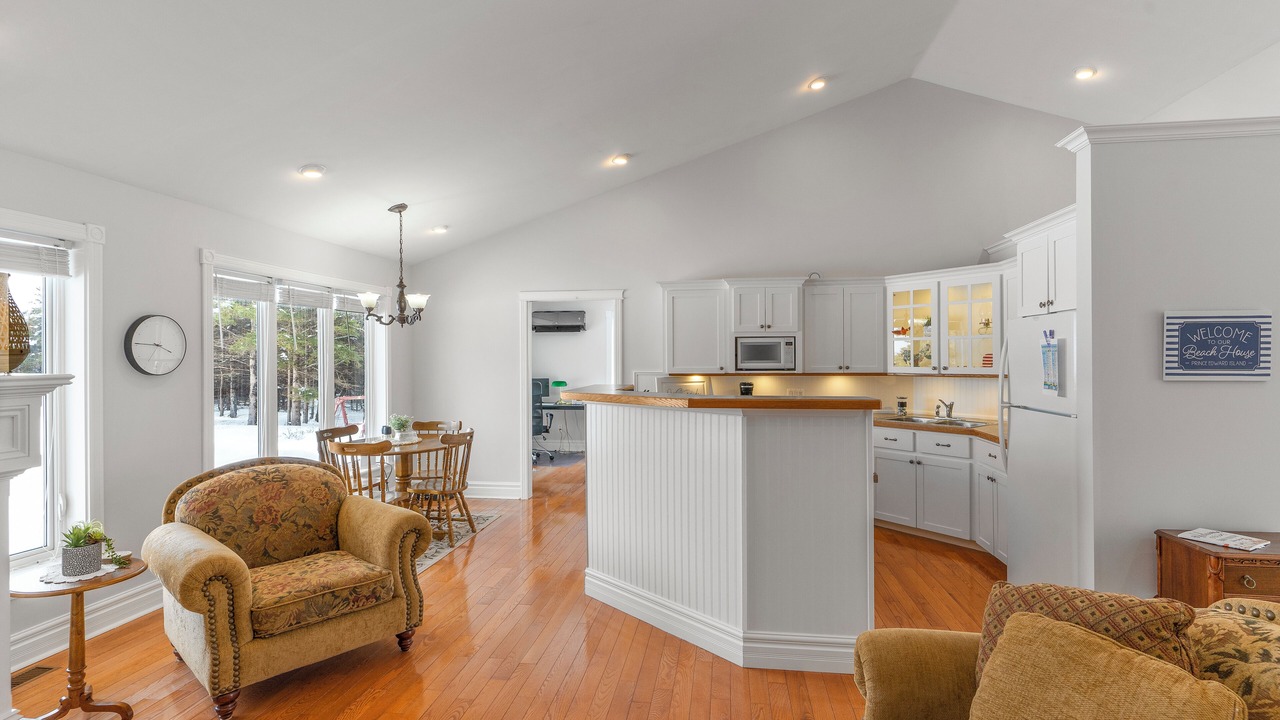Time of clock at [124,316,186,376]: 3:45
